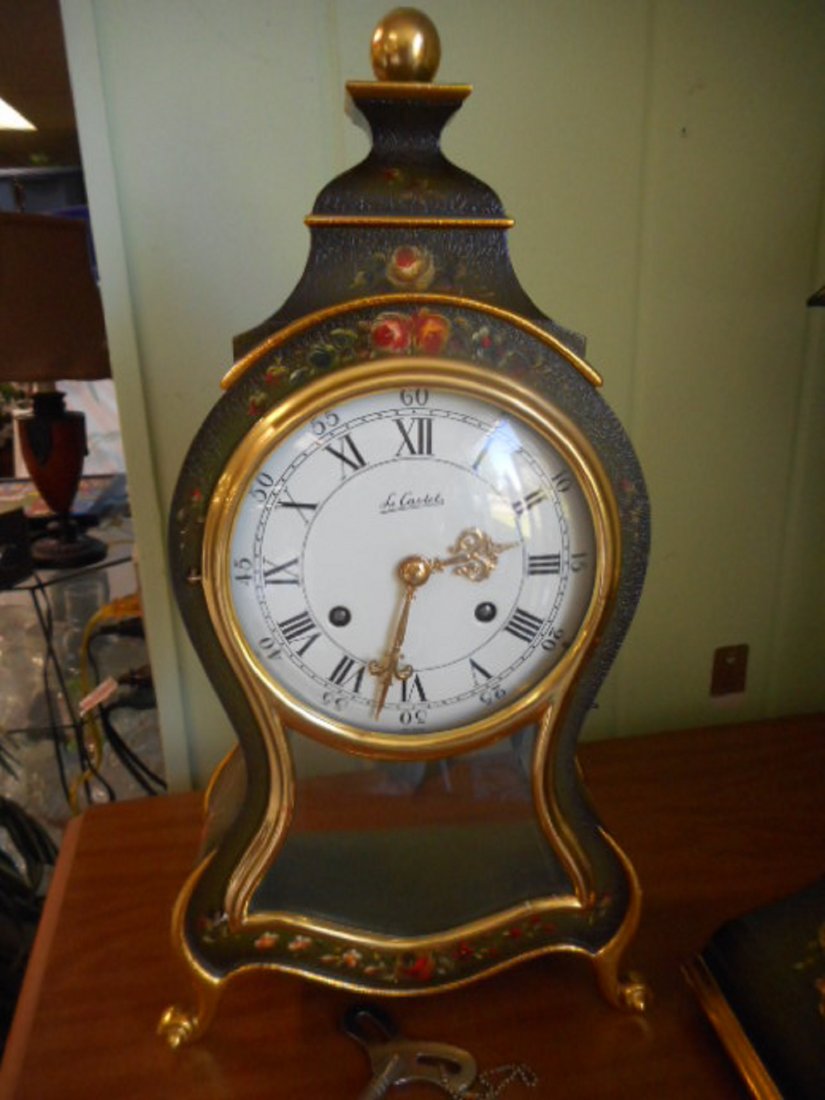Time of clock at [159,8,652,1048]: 2:32
